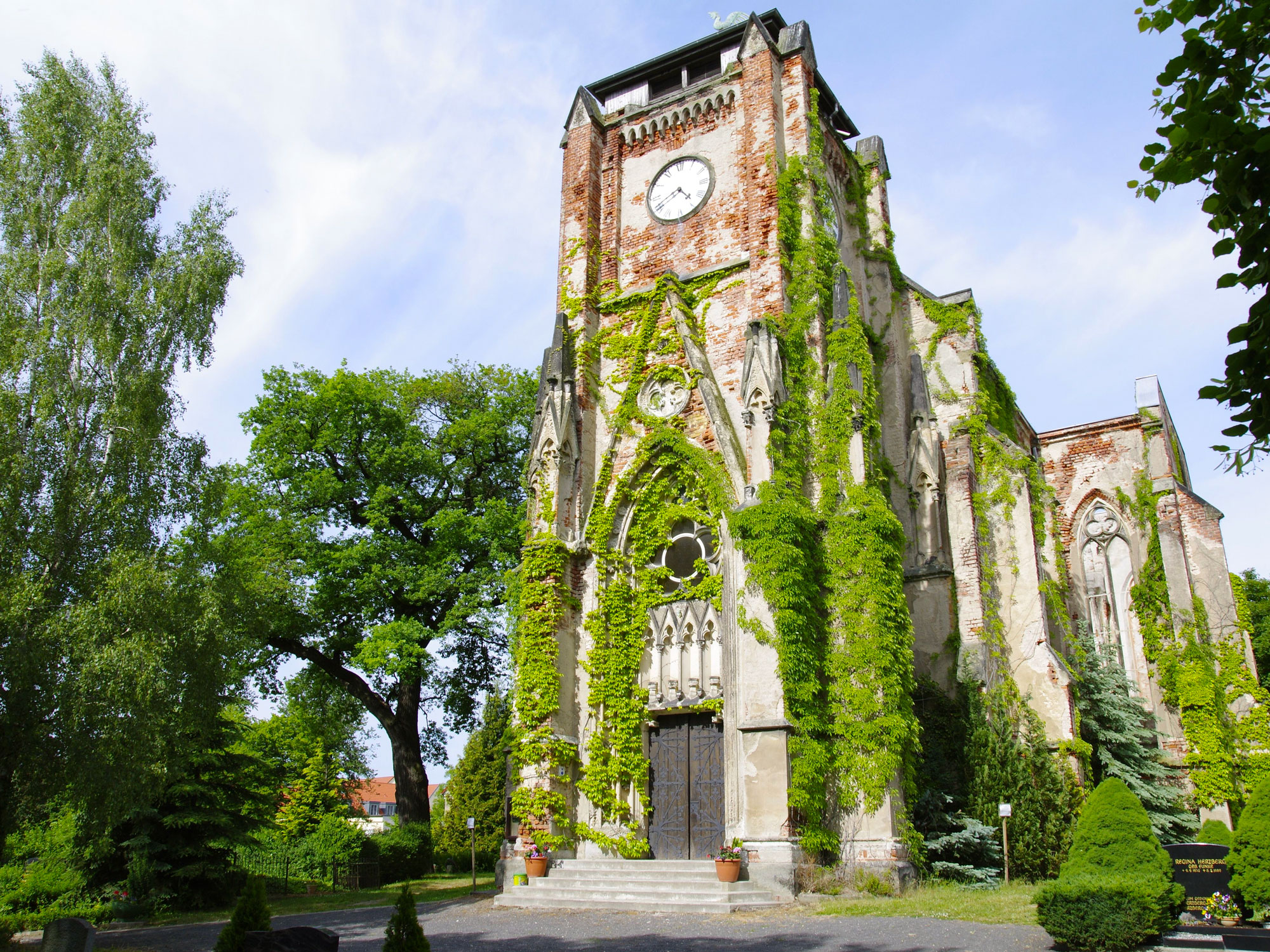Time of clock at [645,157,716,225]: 4:40
